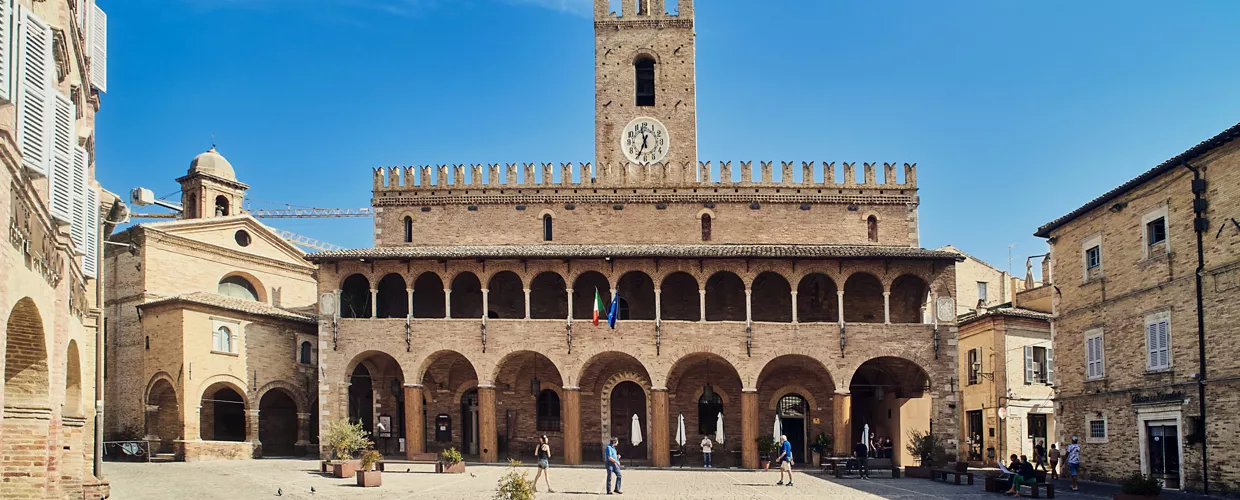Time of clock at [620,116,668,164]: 11:34
